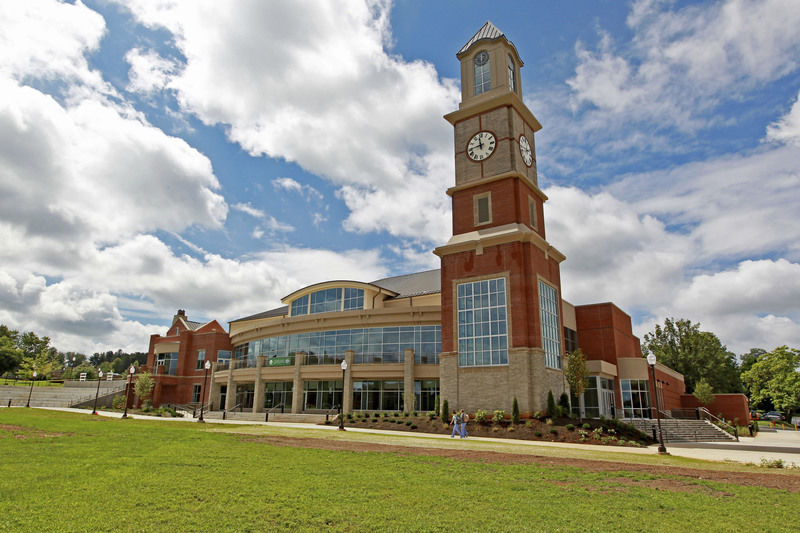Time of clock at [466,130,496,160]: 11:43
